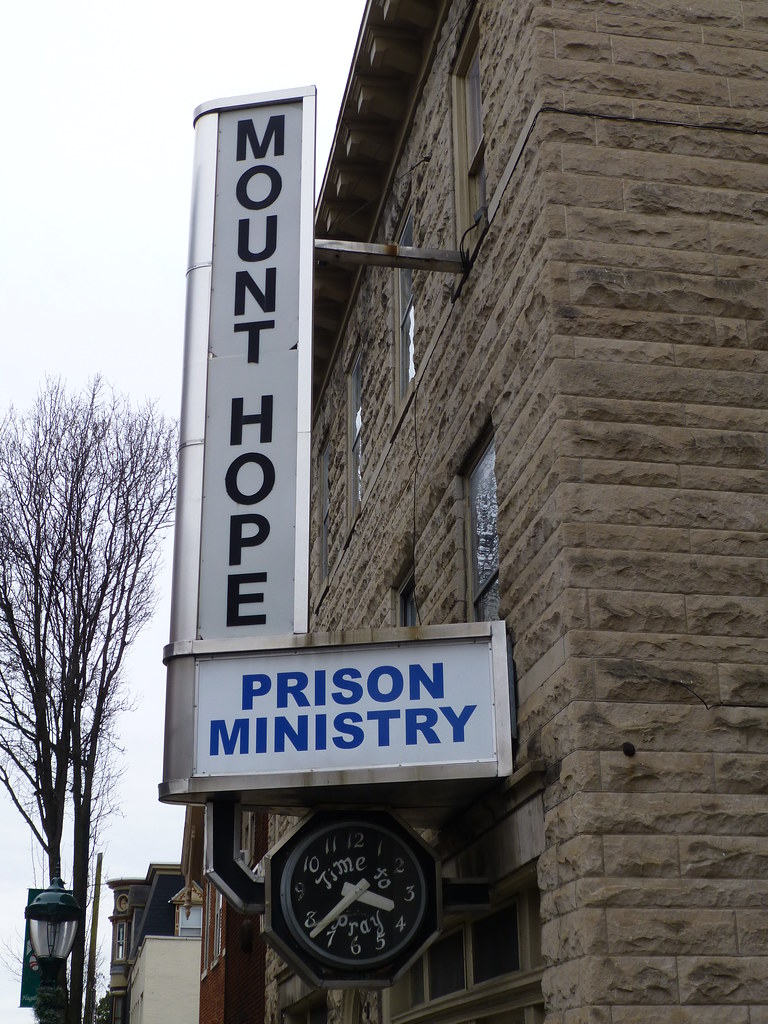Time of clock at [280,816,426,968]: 3:37
